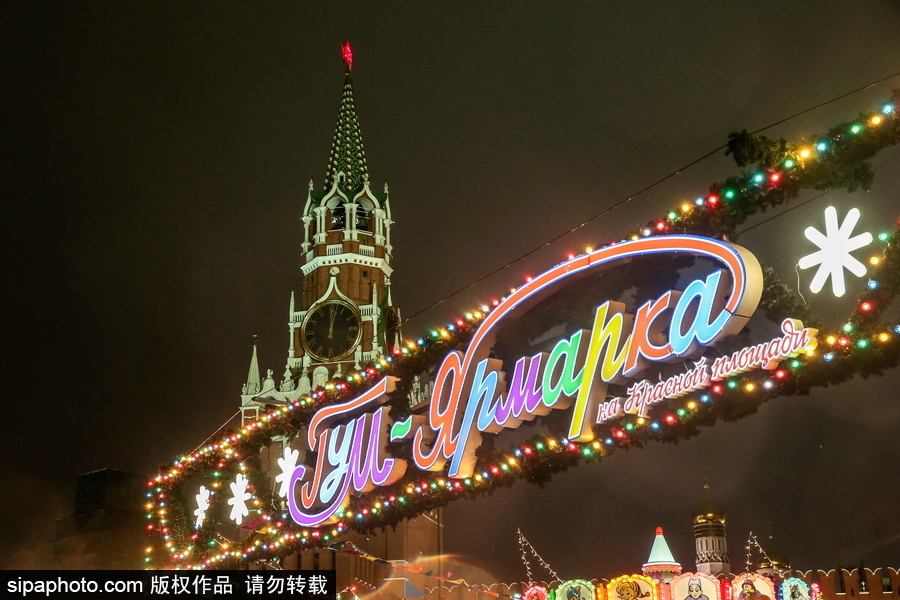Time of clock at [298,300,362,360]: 12:02
